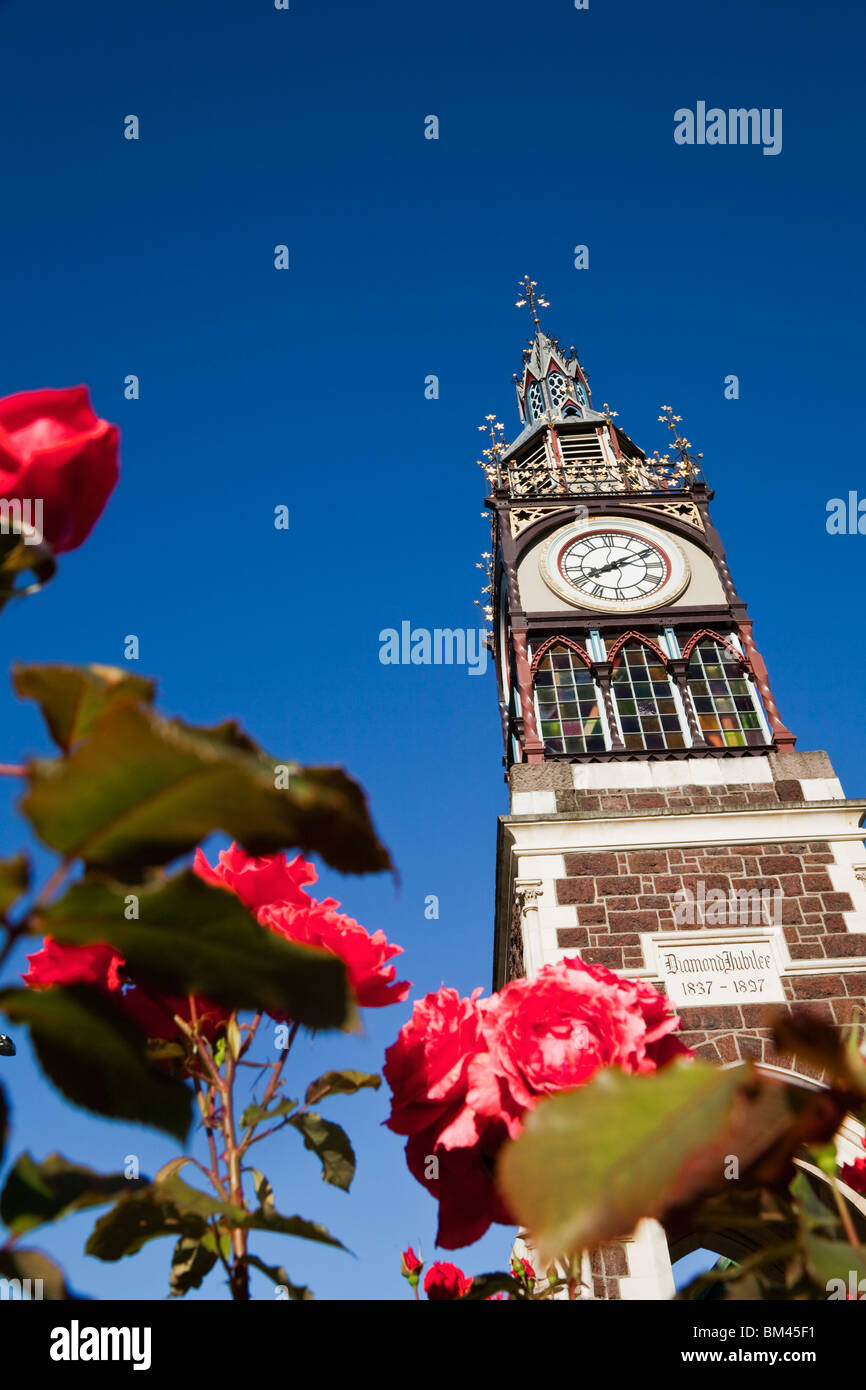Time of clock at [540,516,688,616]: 8:09
